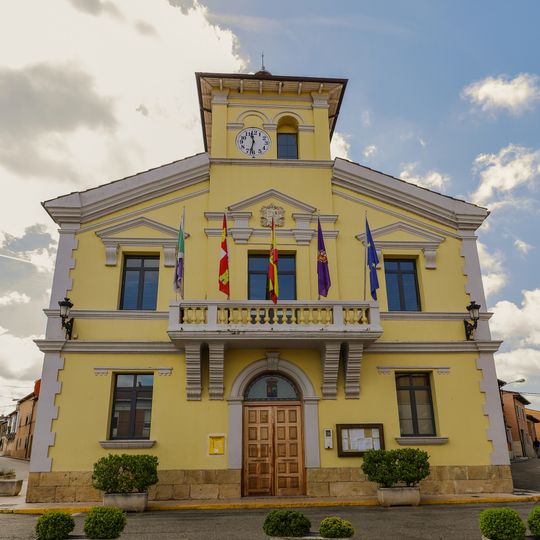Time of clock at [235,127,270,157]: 11:32
